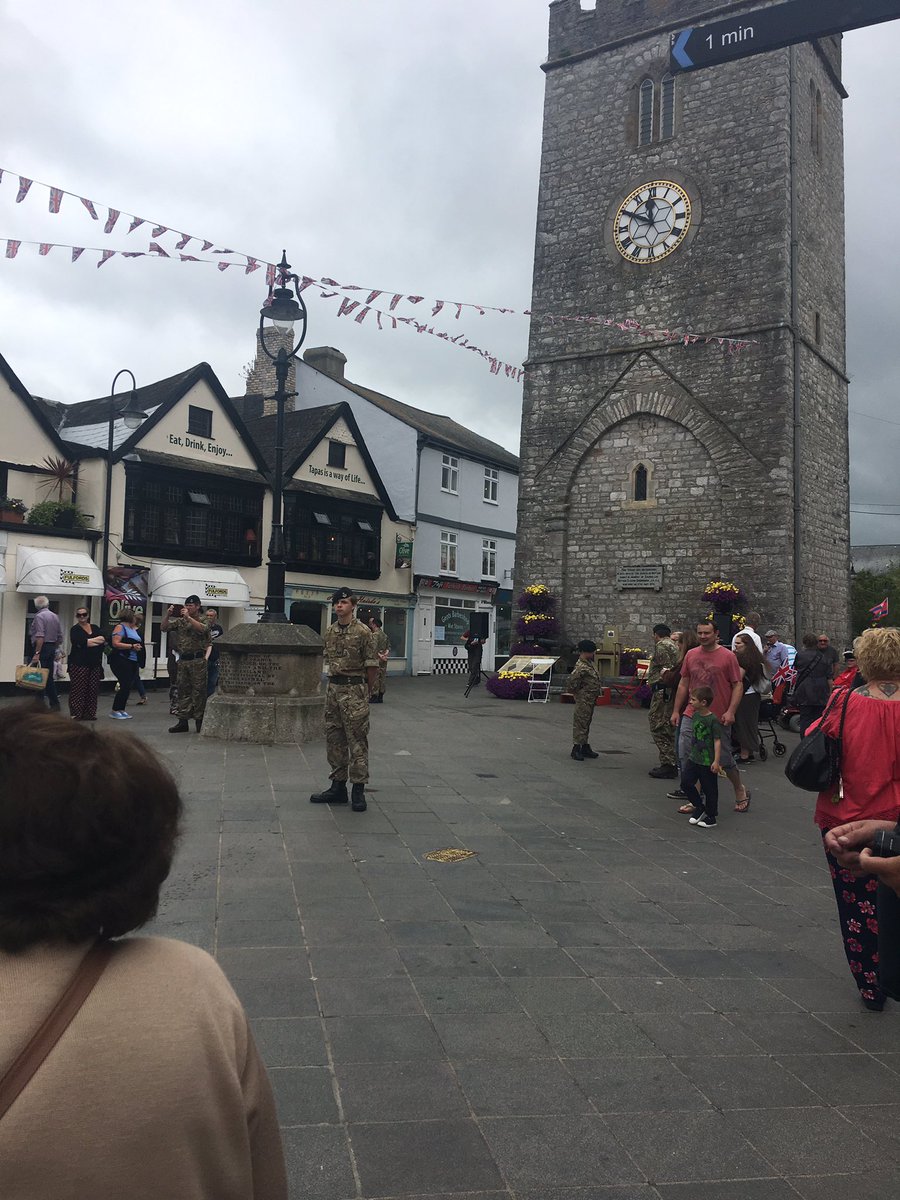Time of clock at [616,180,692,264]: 11:49
